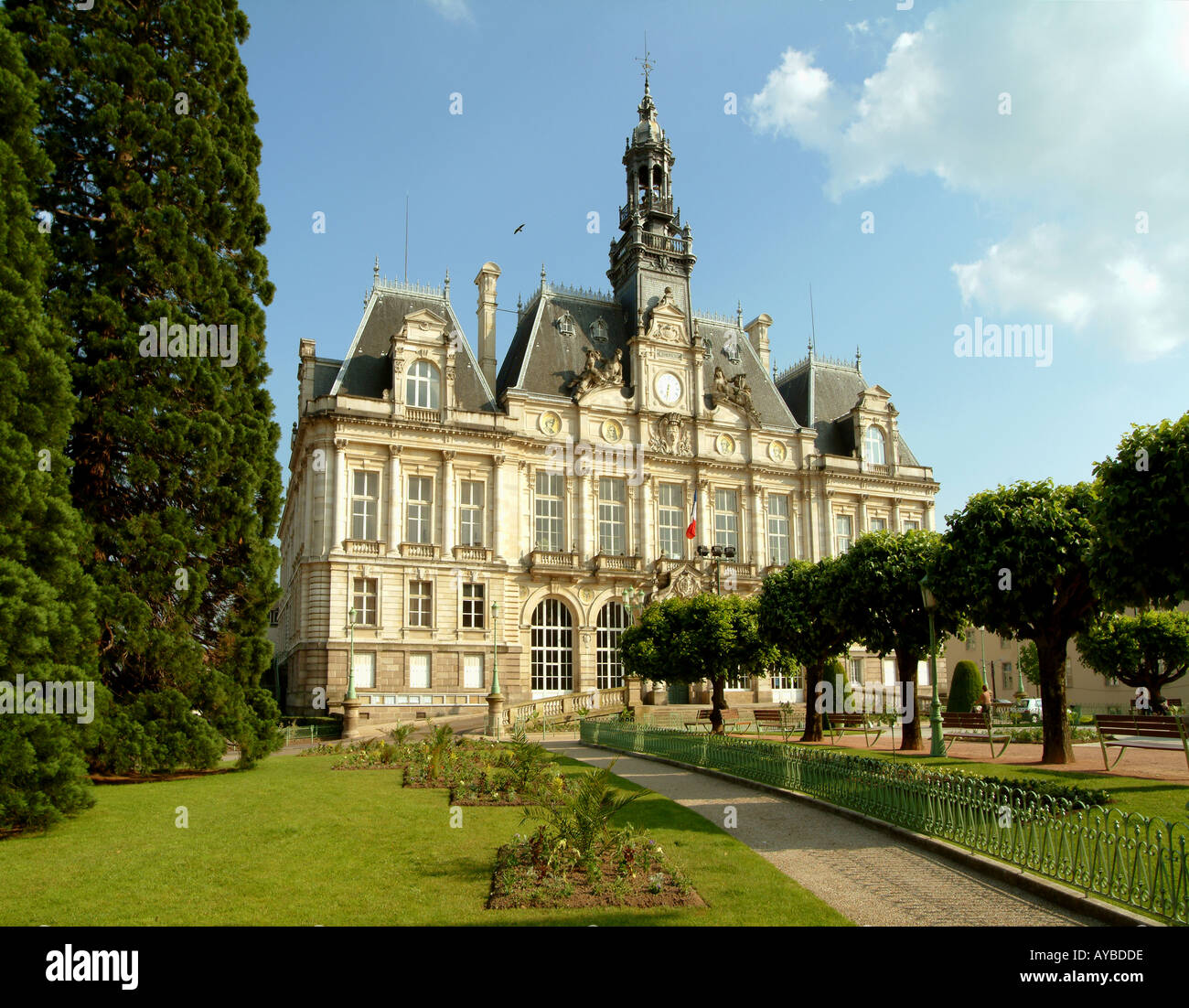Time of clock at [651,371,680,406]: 6:32
